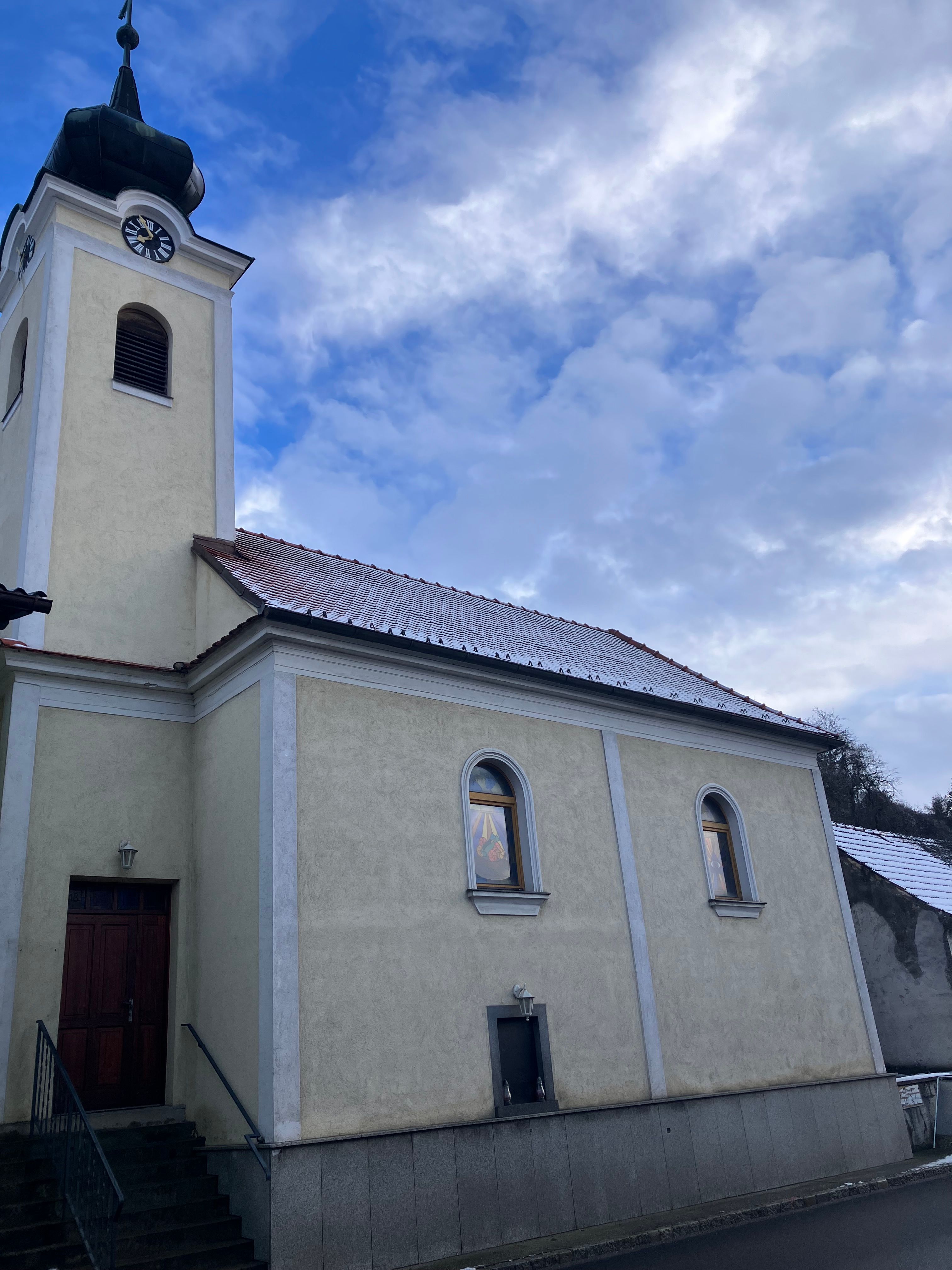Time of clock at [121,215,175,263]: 7:56
